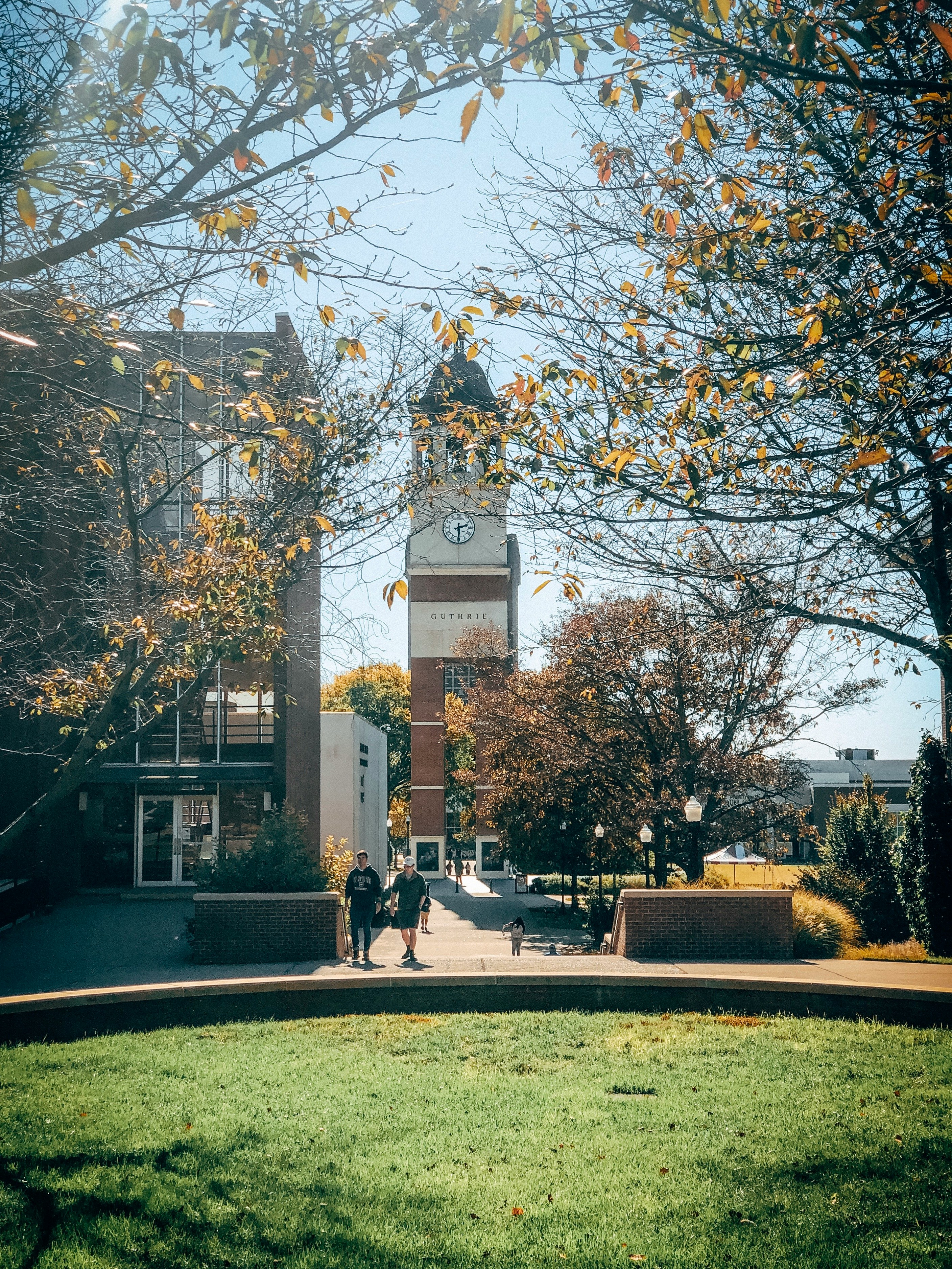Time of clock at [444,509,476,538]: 2:29
